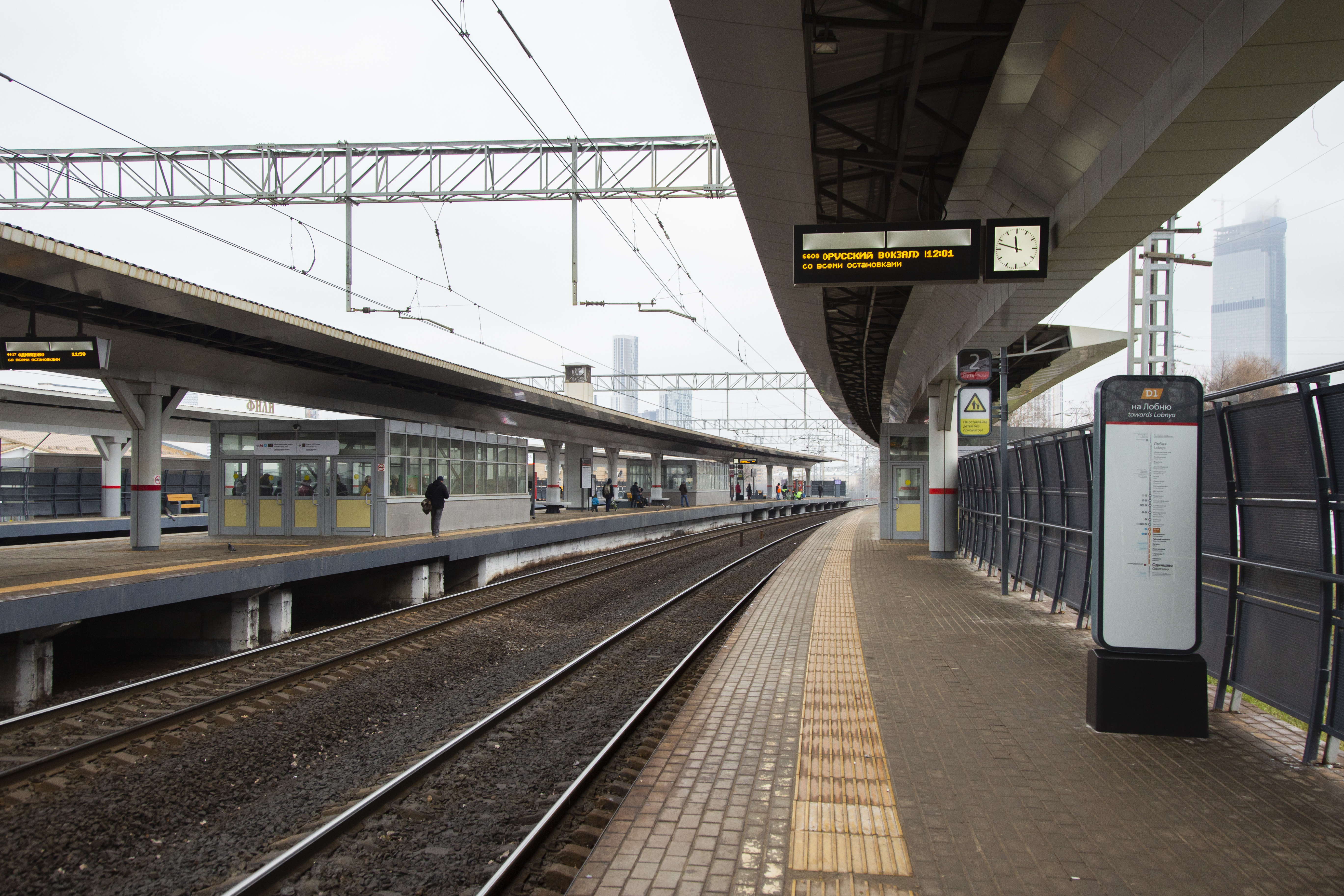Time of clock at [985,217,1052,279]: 11:47
